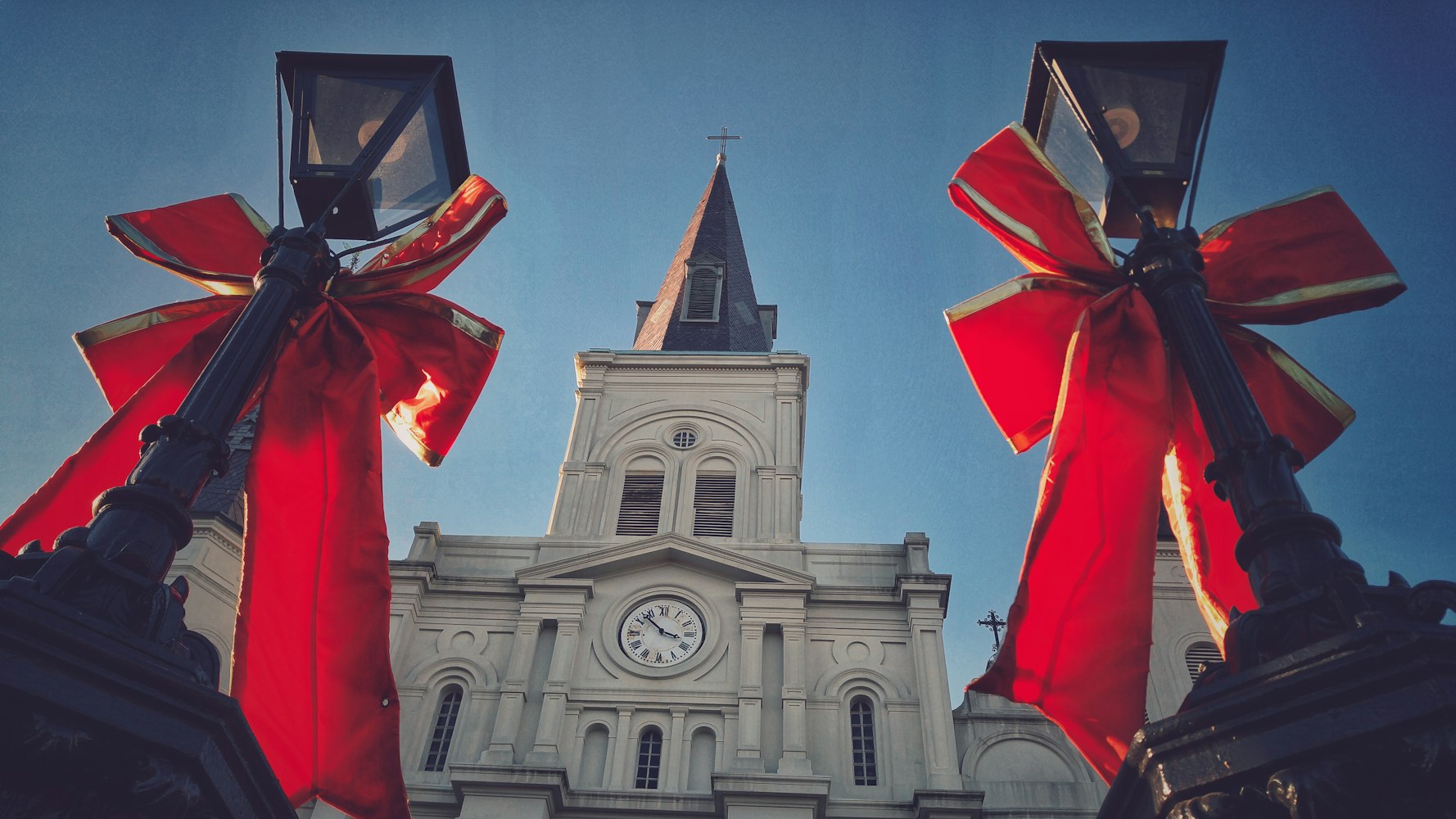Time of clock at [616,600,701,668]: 3:52
